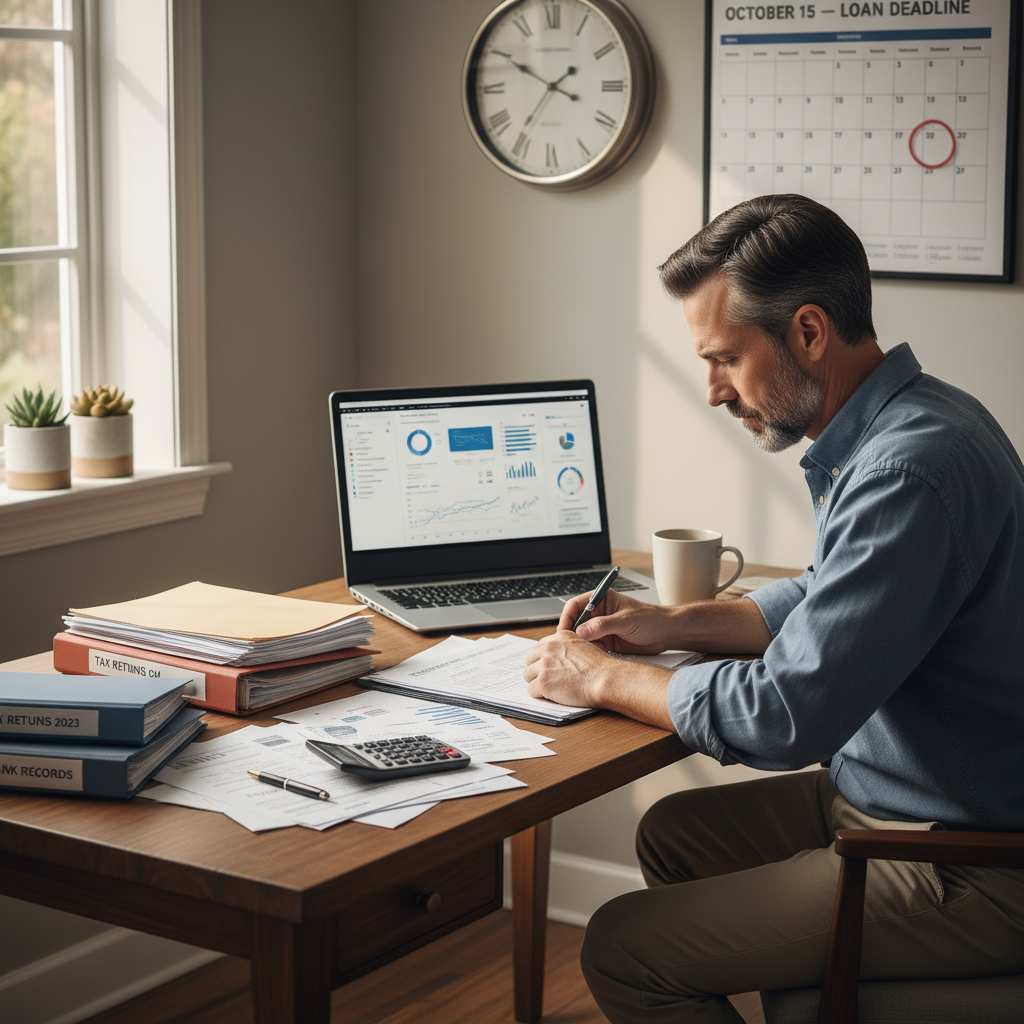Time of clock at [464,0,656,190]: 1:49
